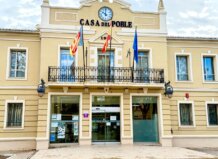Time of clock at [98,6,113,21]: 10:00
